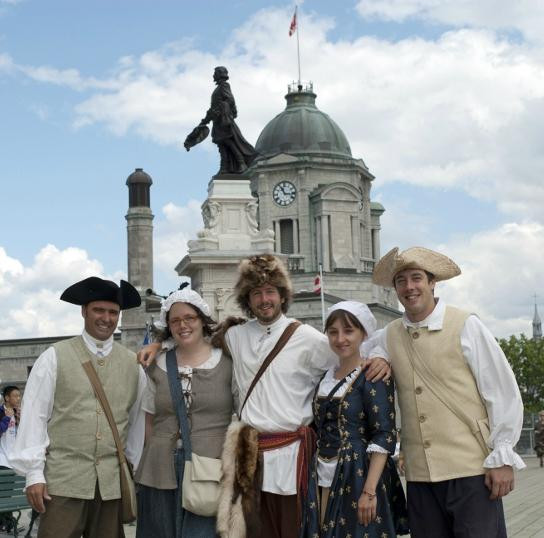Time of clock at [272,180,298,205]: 11:16
